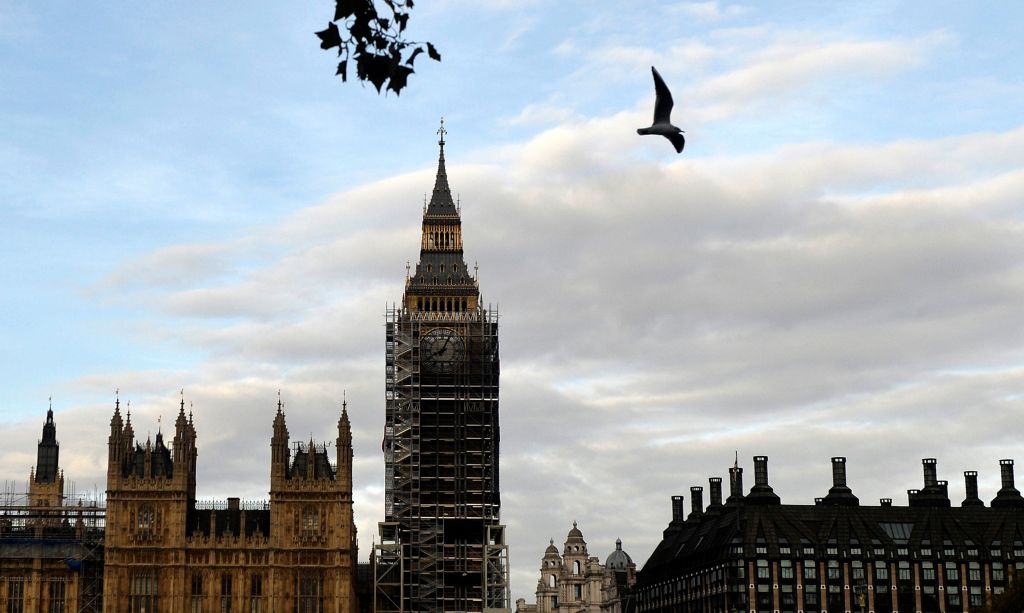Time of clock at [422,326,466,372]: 8:04
